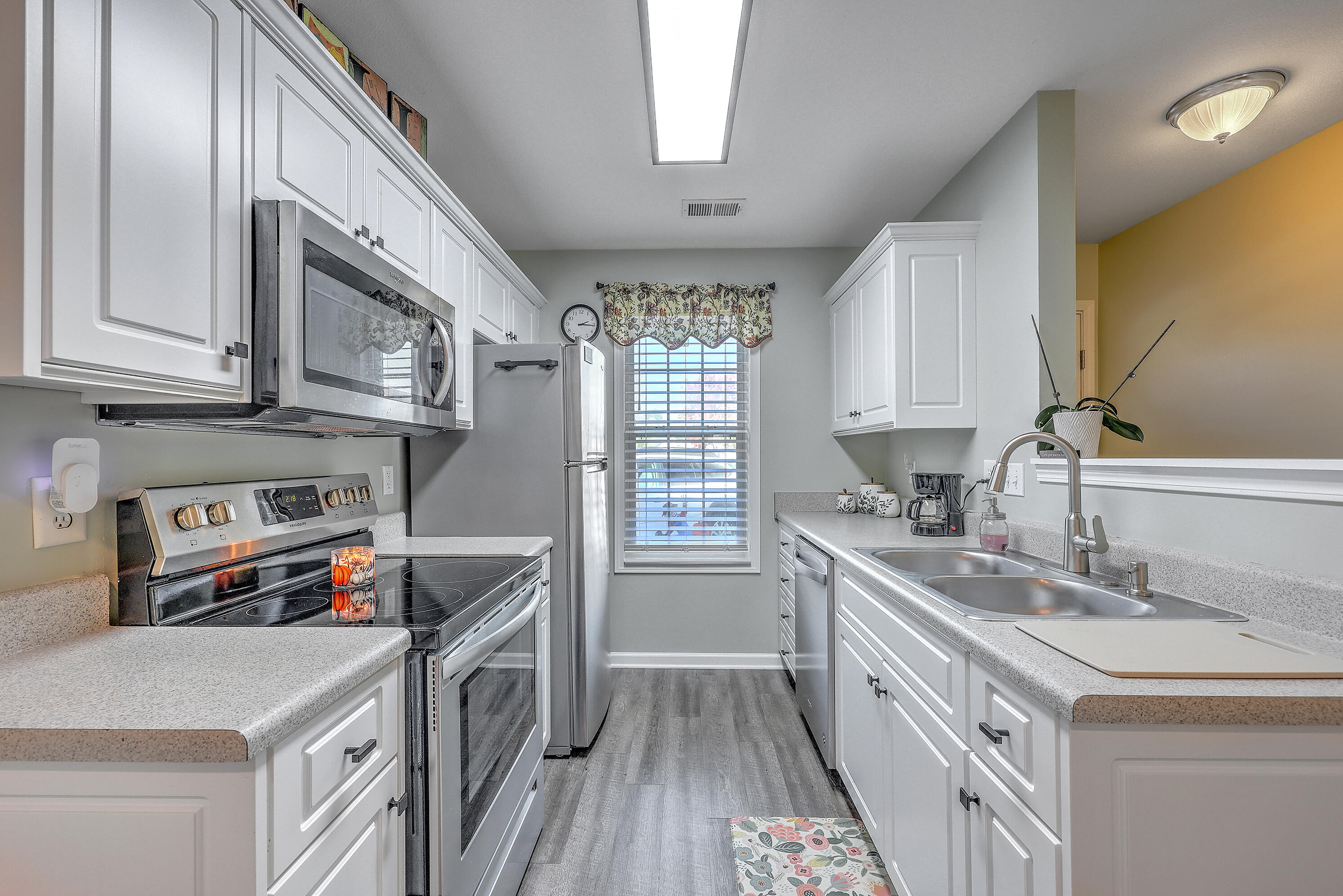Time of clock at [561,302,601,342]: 2:15
